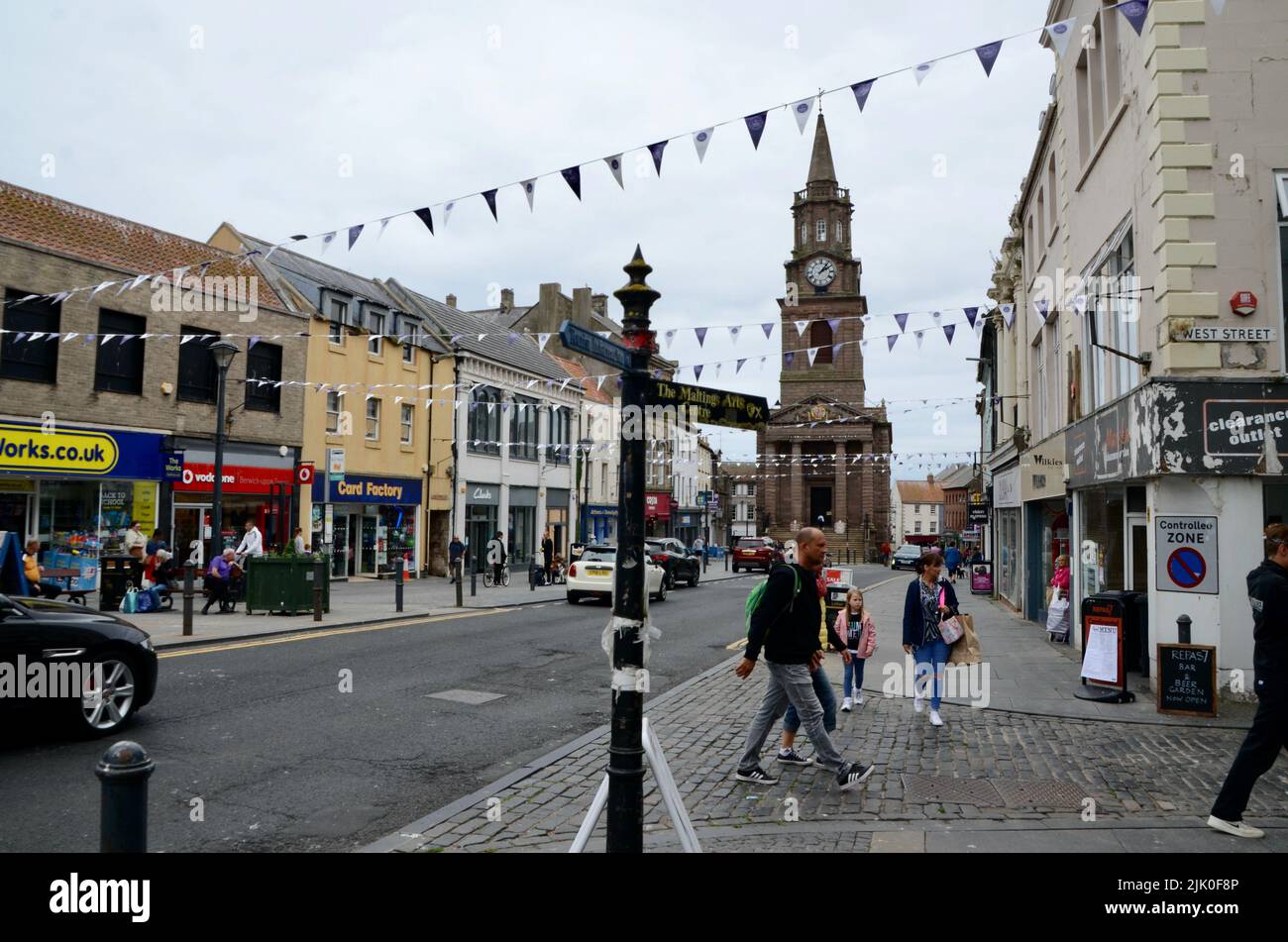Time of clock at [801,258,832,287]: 2:06
